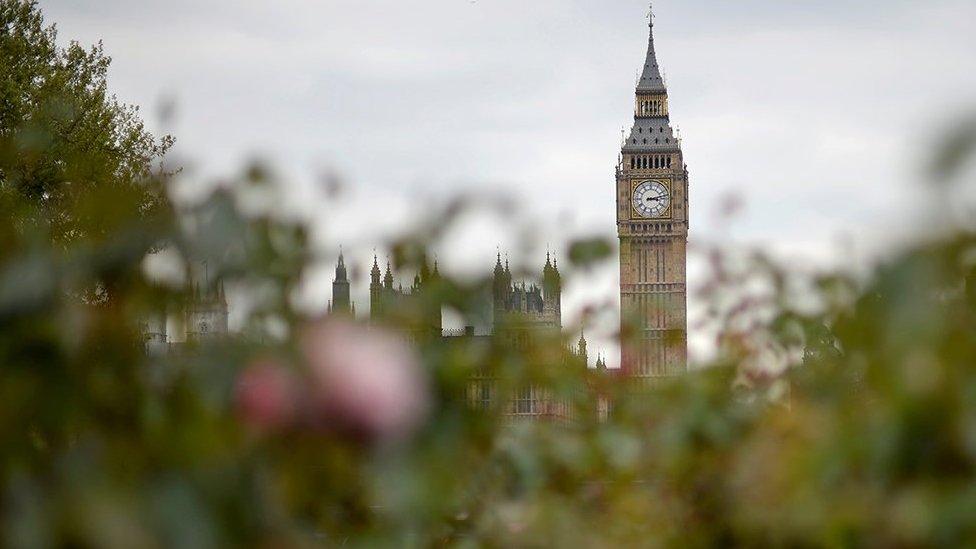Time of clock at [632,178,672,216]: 3:12
